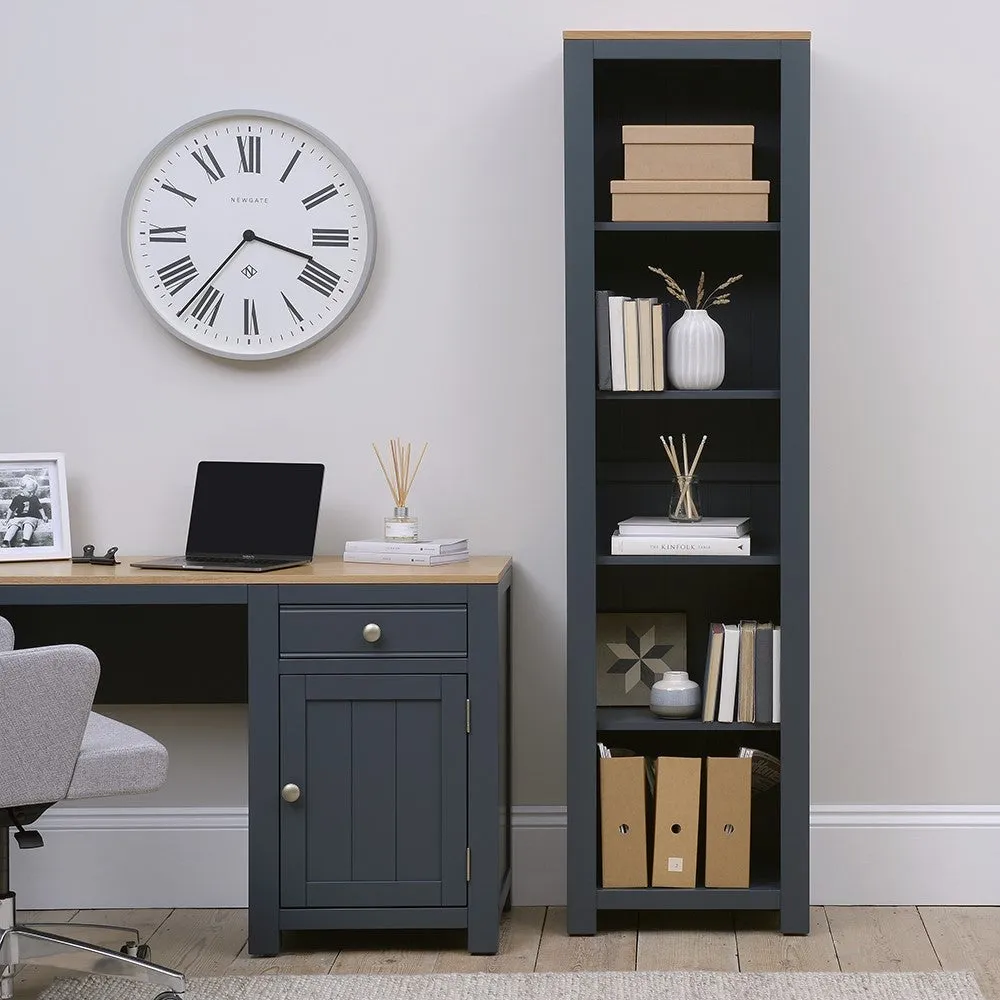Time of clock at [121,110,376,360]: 3:36
